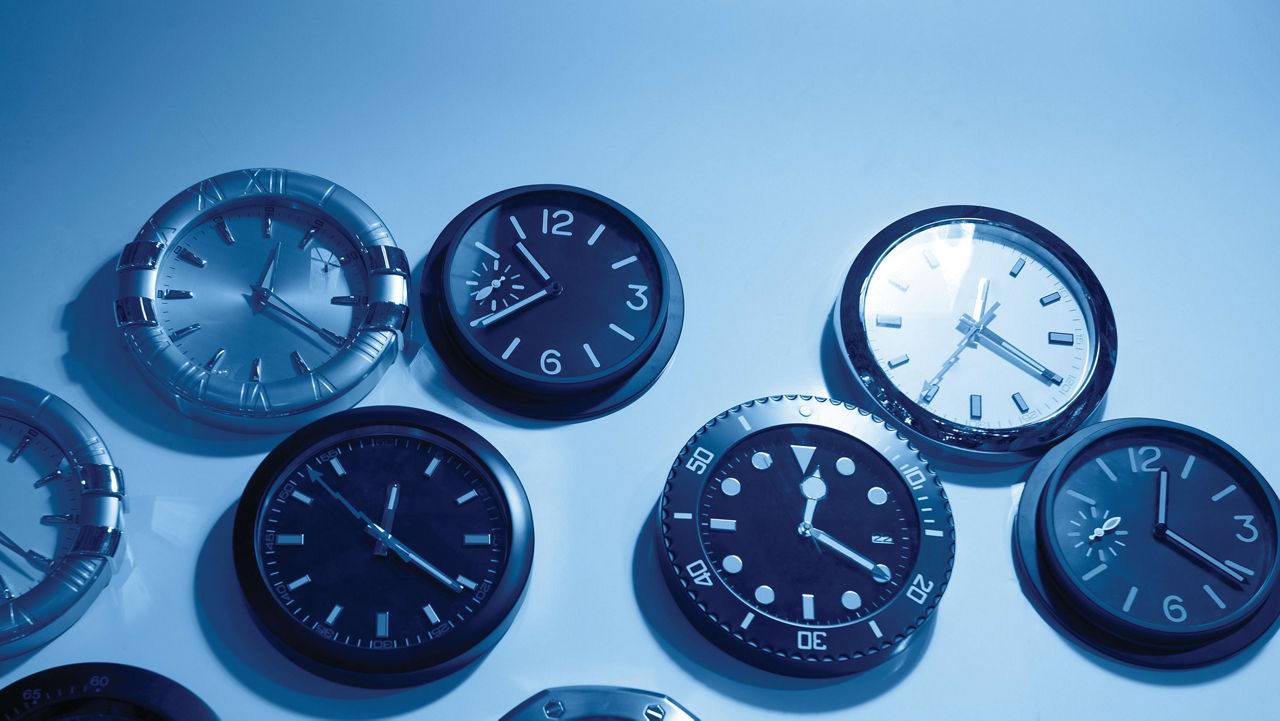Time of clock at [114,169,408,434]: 12:21
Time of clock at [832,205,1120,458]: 12:20
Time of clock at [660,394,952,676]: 12:20
